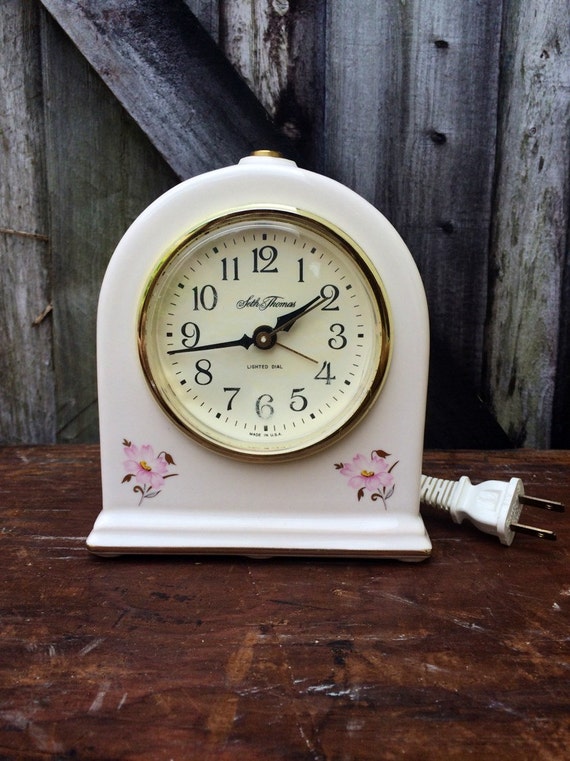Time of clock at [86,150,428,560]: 1:43
